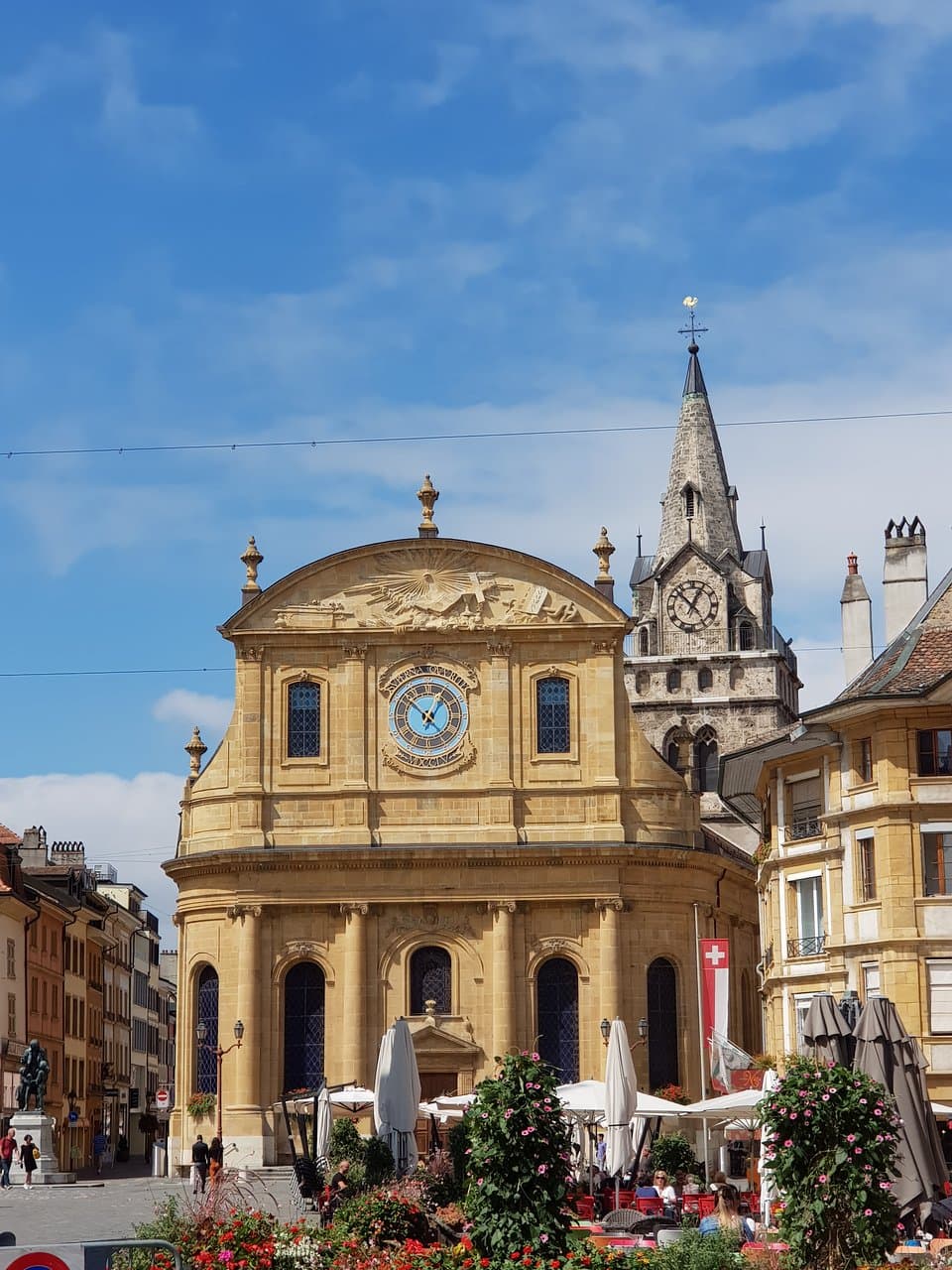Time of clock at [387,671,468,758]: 12:52
